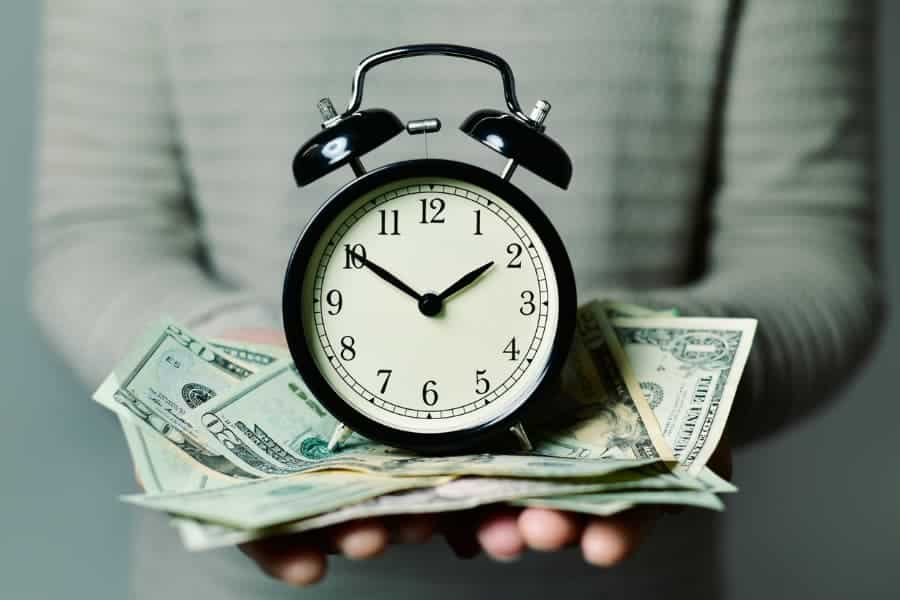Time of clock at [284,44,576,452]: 1:50
